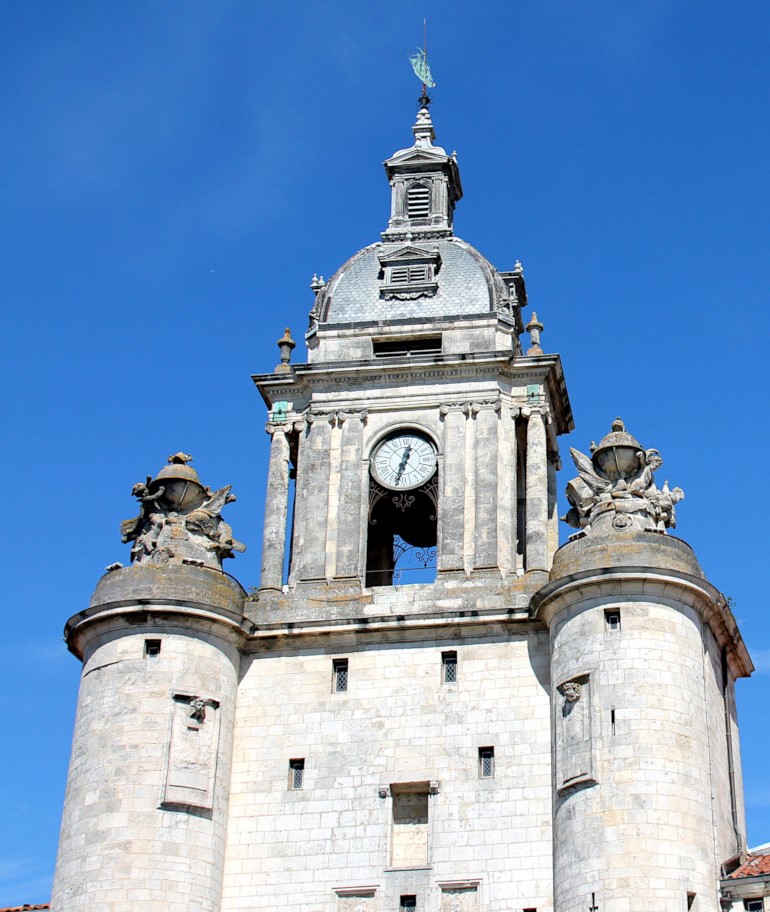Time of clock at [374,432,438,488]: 12:32
